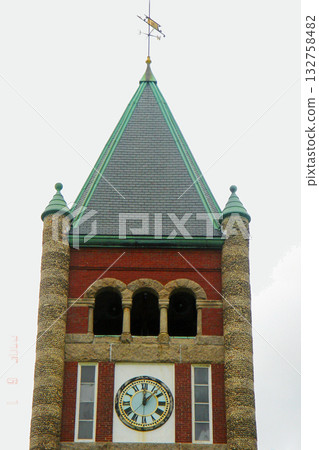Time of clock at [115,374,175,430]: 12:07
